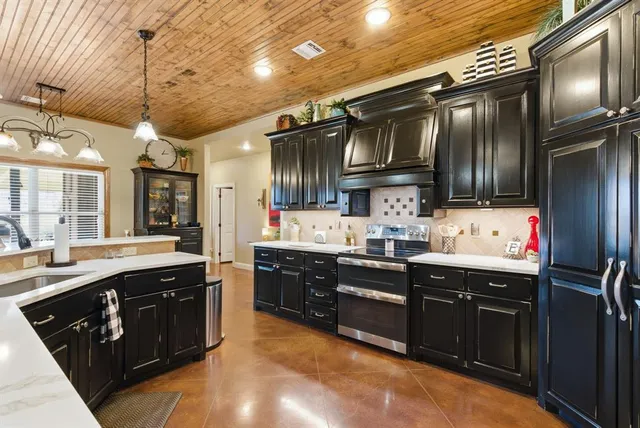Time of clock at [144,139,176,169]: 1:13
